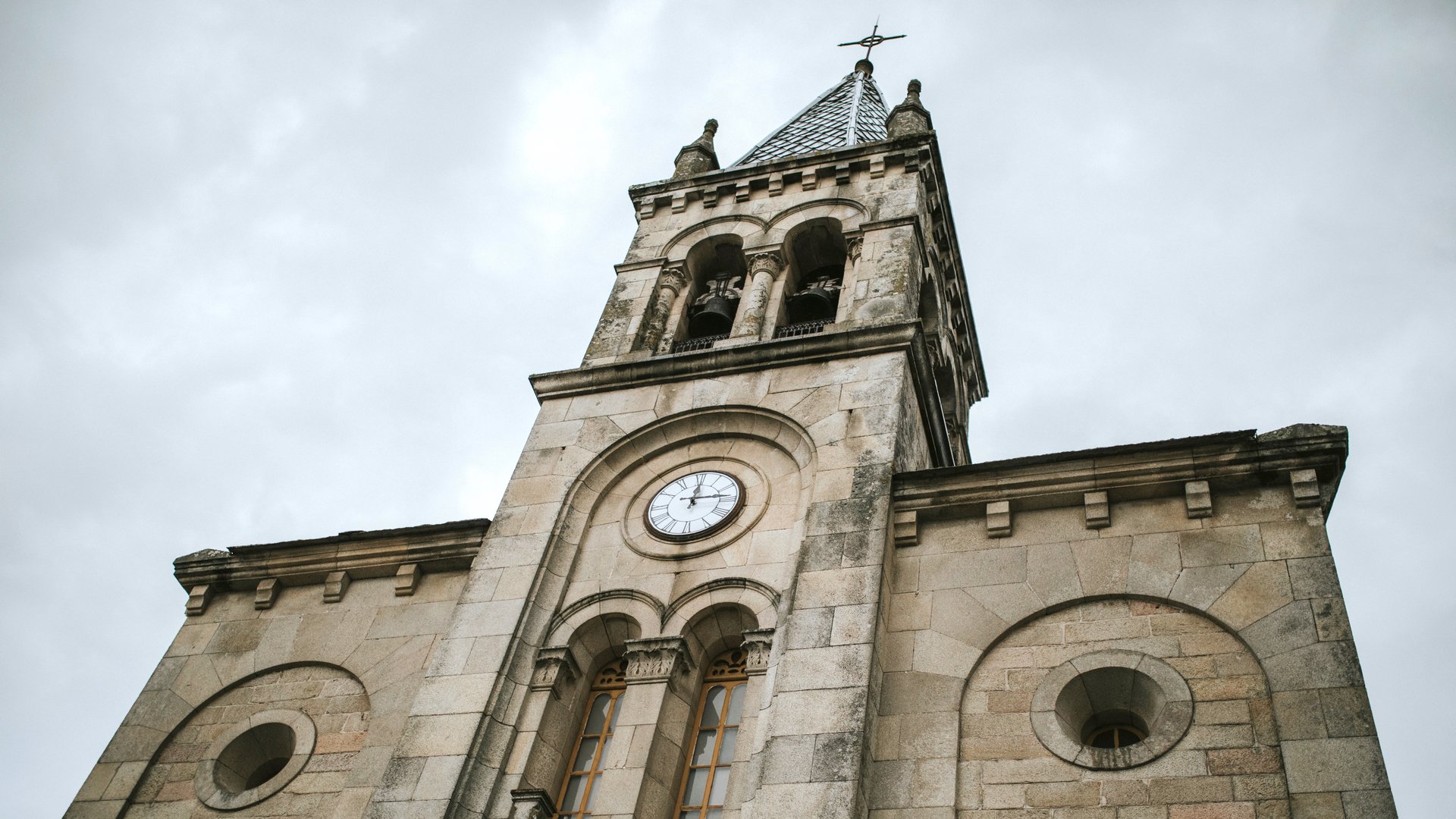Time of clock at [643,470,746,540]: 12:14
